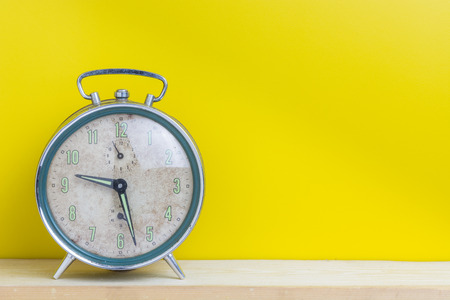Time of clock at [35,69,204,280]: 9:27
